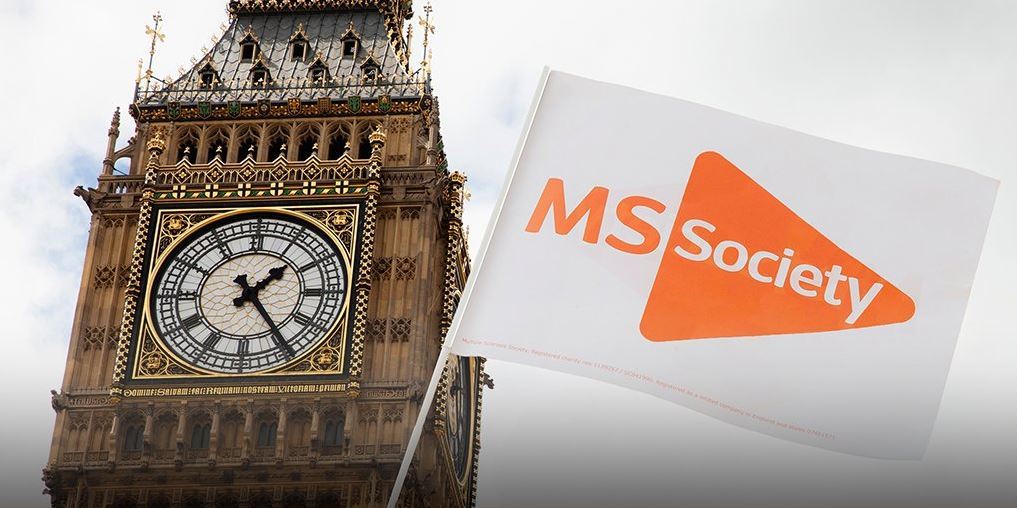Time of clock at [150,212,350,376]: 1:24
